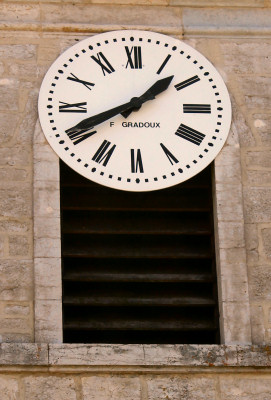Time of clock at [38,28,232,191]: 1:40
